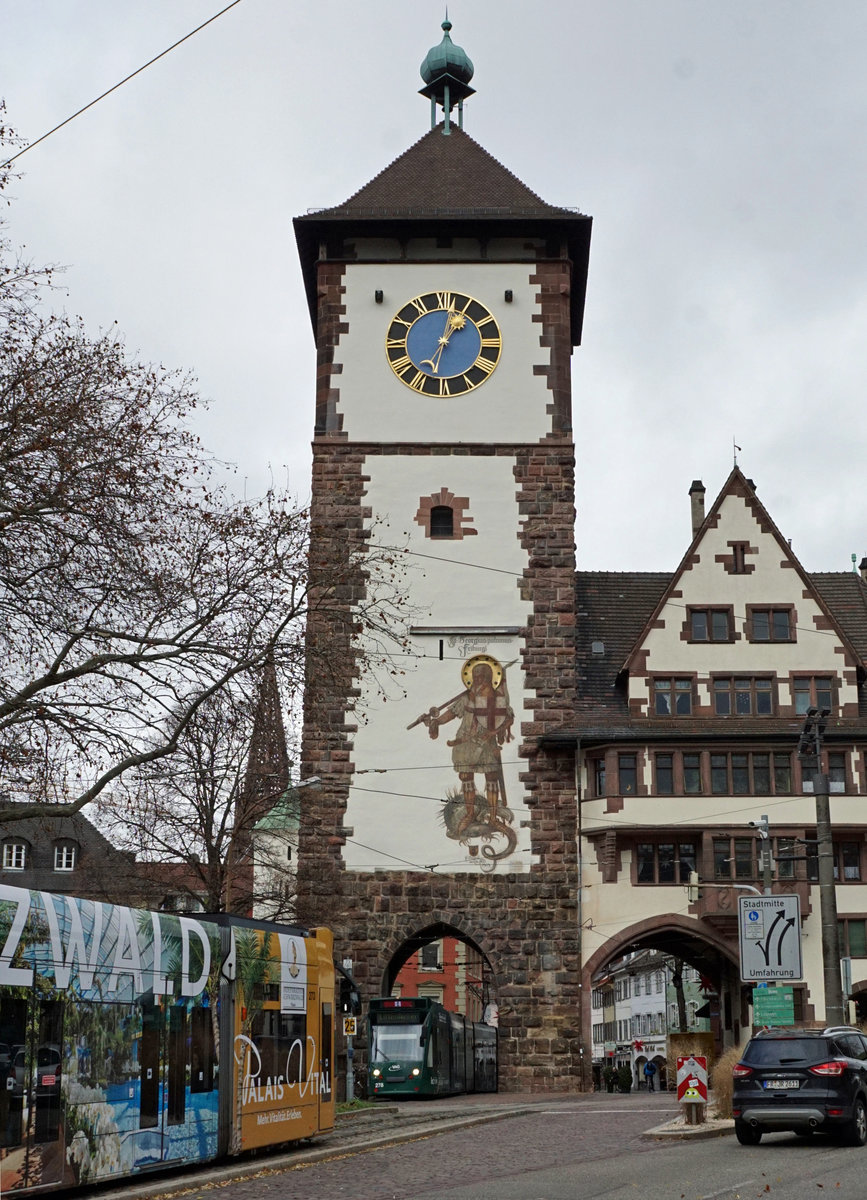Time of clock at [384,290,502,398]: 1:02
